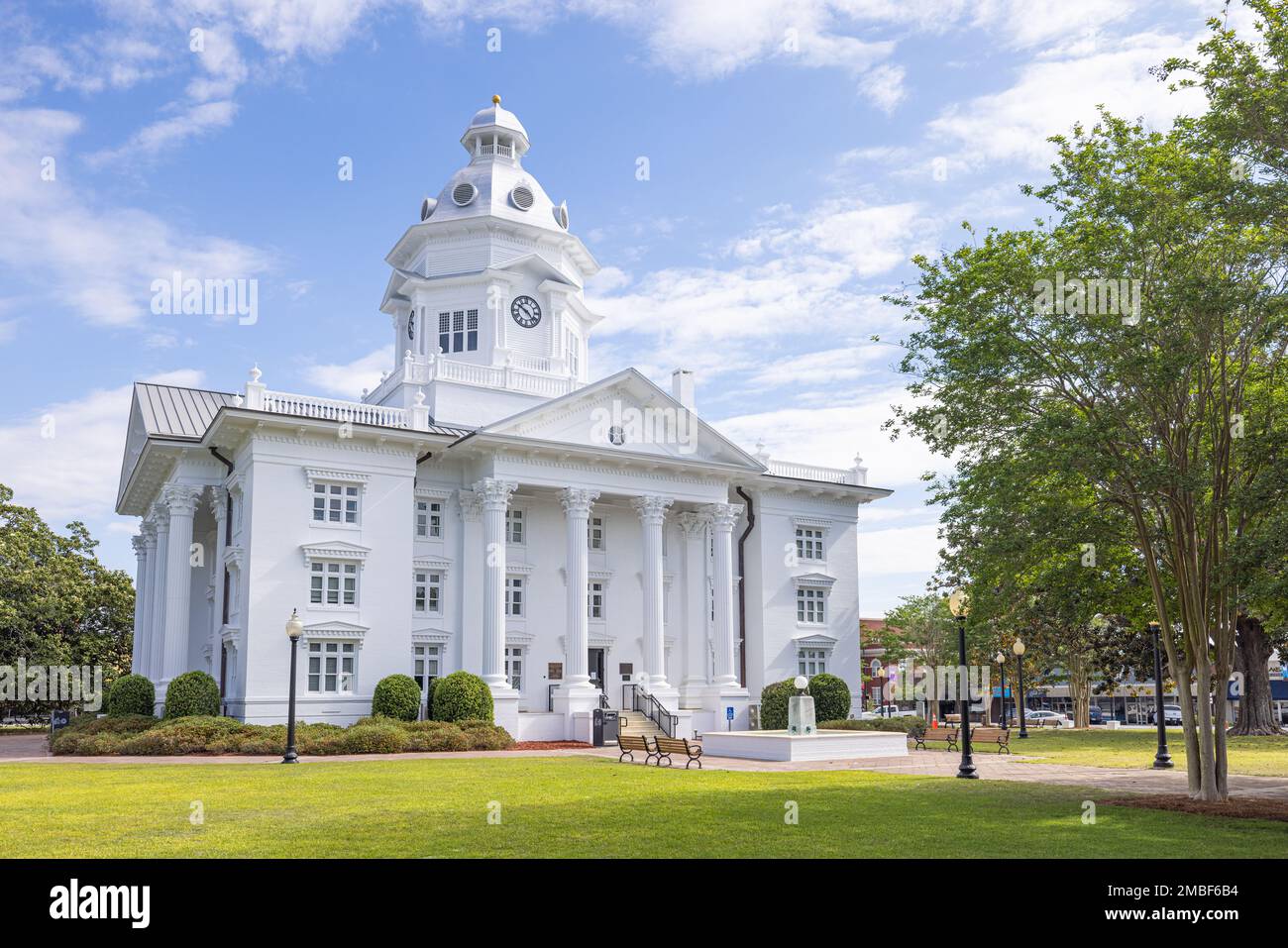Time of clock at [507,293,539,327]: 4:50
